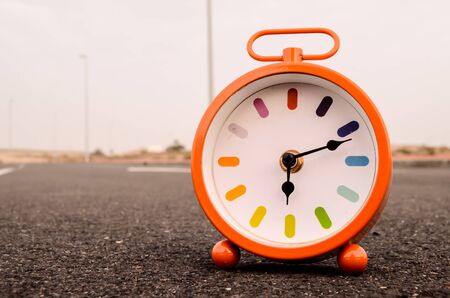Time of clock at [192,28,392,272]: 6:11
